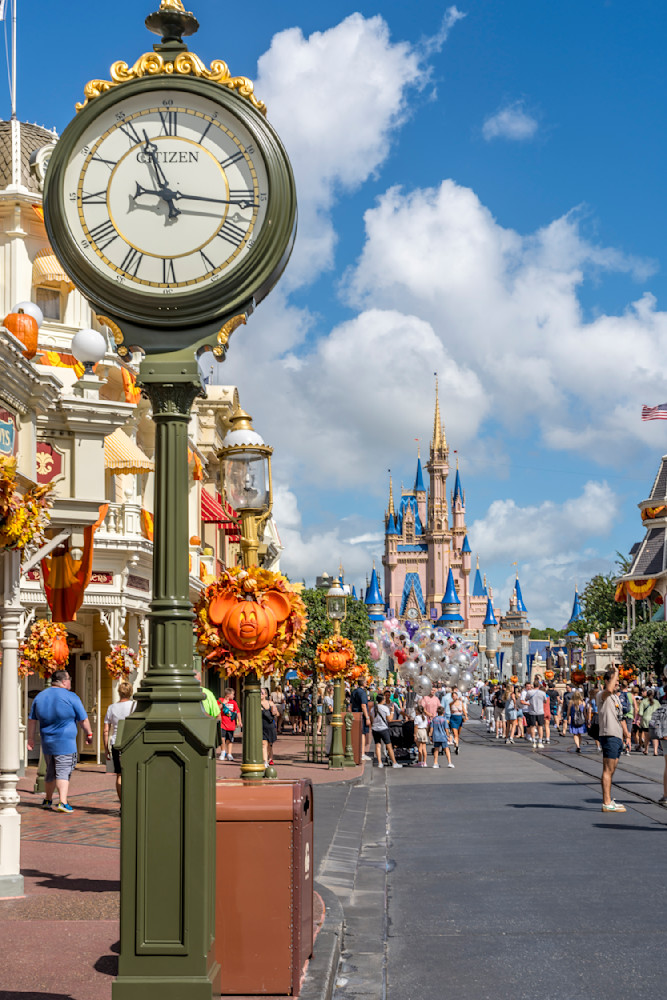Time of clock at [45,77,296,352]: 11:15
